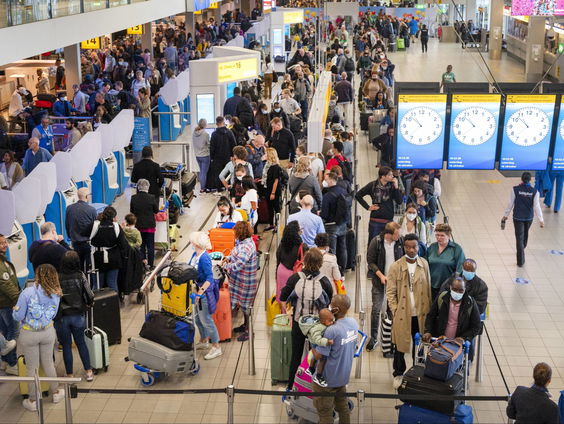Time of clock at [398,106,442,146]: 10:36
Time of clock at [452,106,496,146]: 10:37
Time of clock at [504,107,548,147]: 10:52
